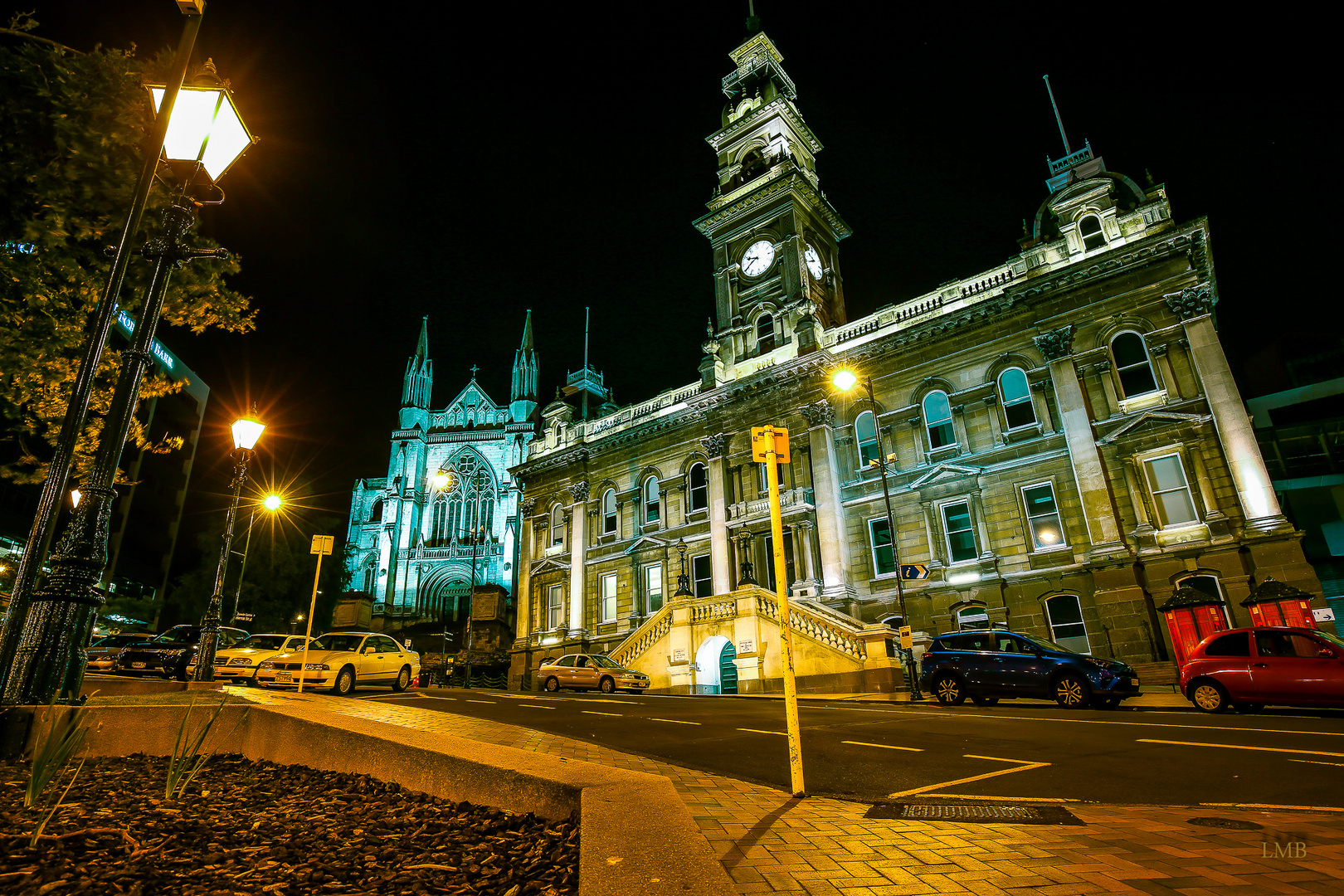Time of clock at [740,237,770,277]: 9:40
